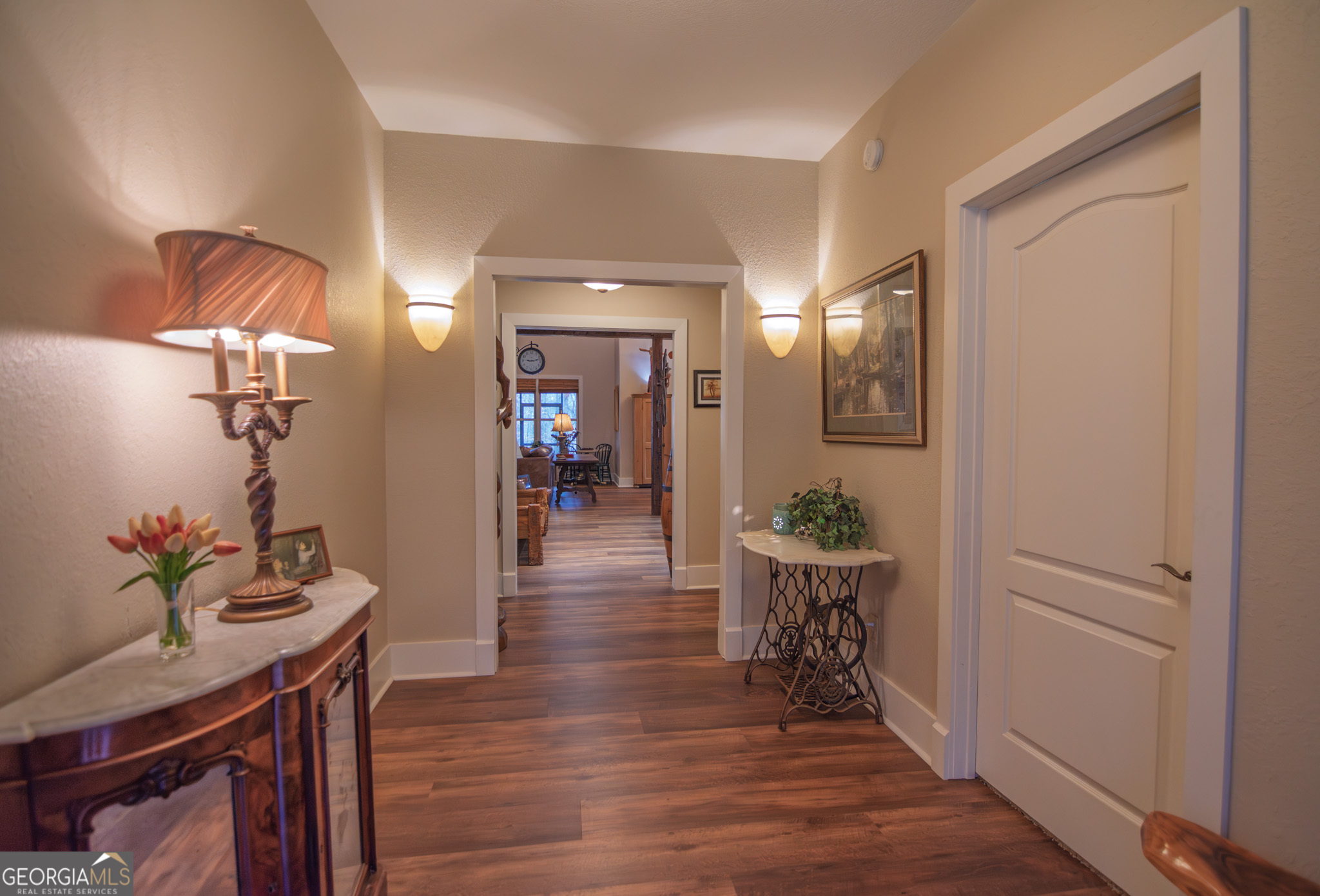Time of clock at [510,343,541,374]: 9:12
